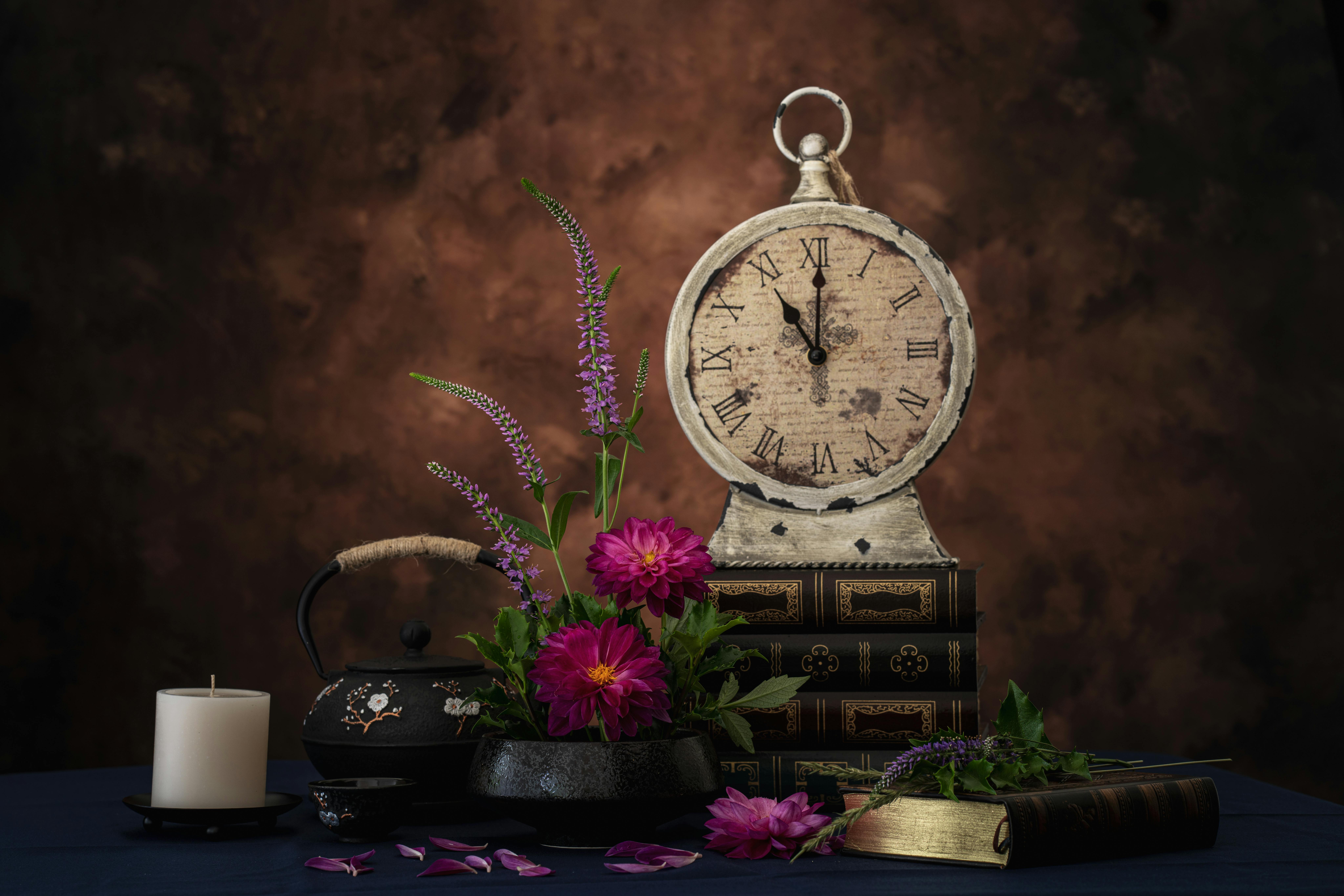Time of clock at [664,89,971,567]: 11:00
